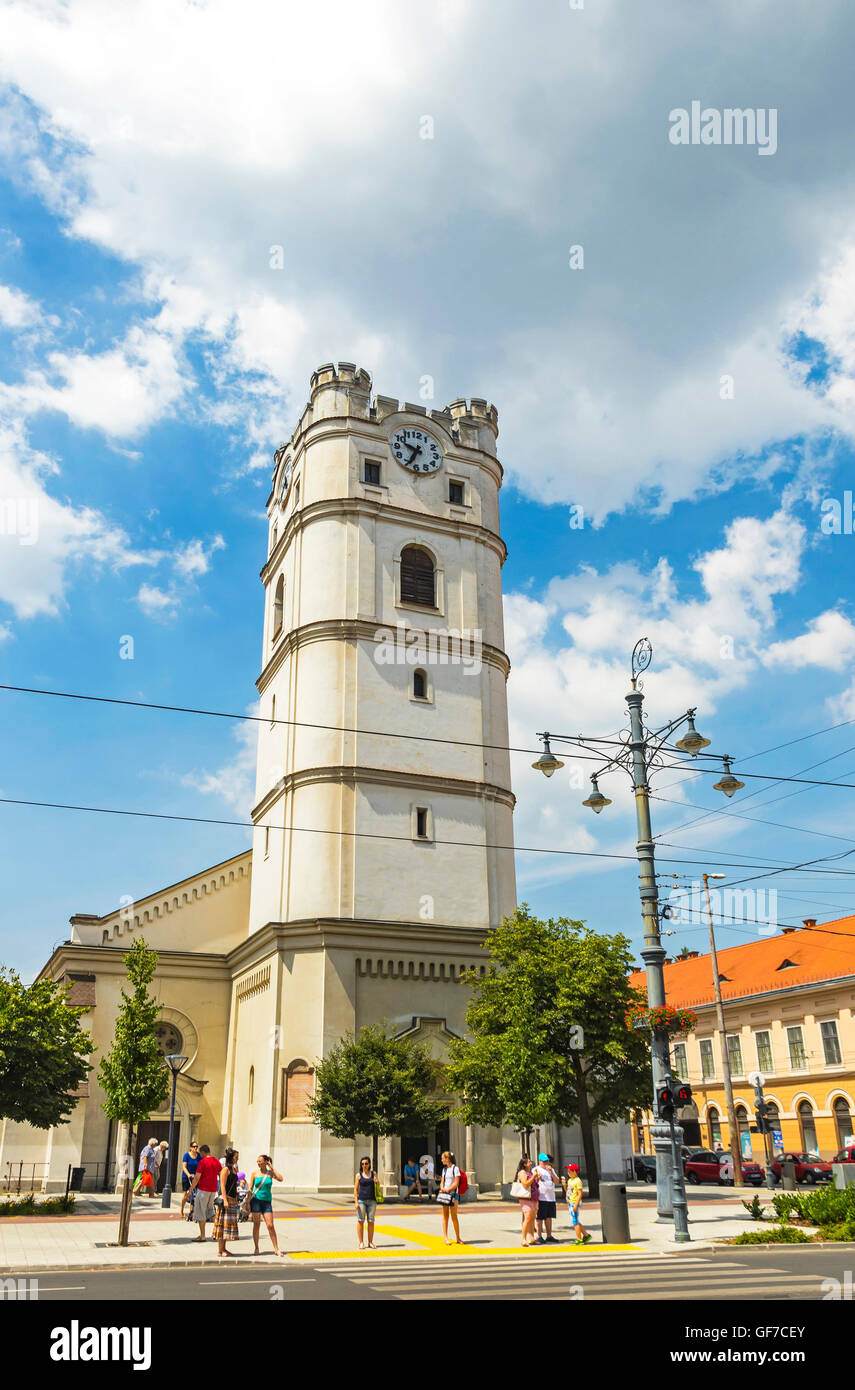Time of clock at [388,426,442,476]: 9:34
